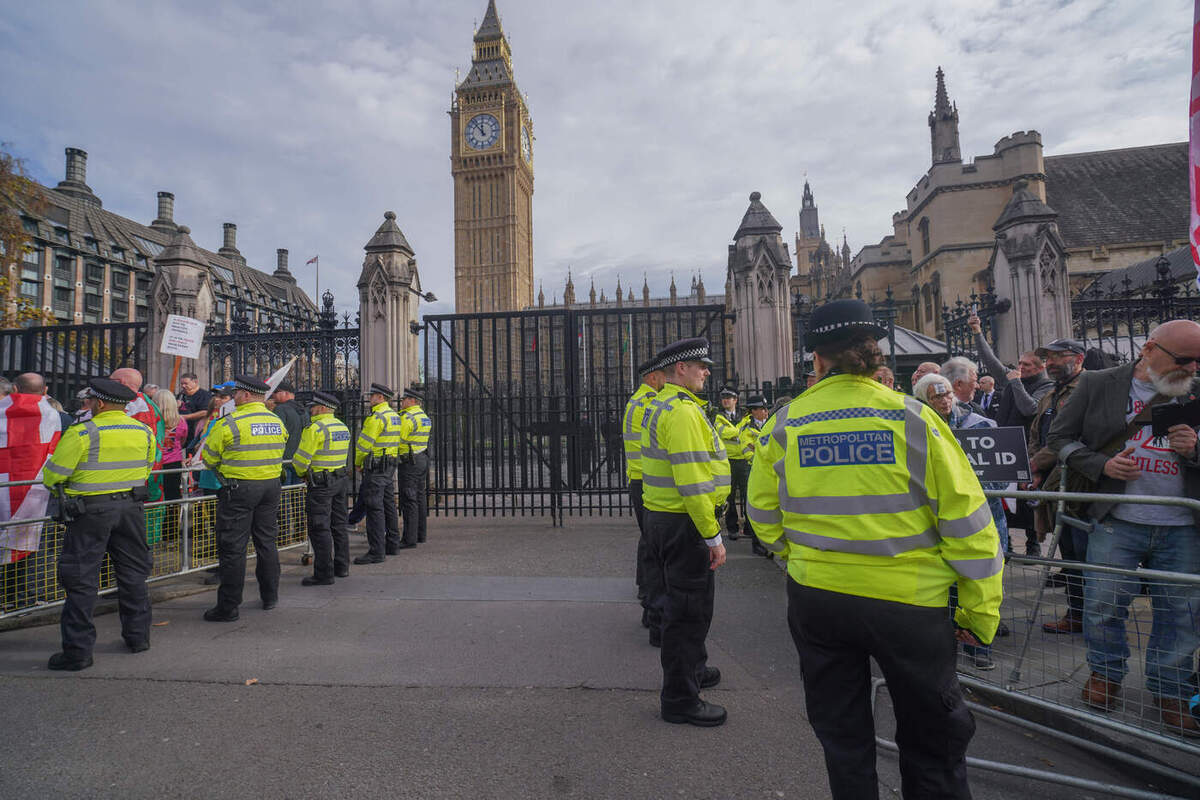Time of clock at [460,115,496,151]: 11:53
